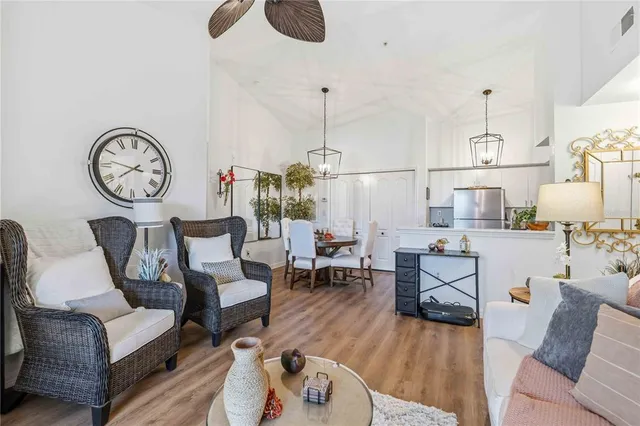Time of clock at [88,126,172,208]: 7:46
